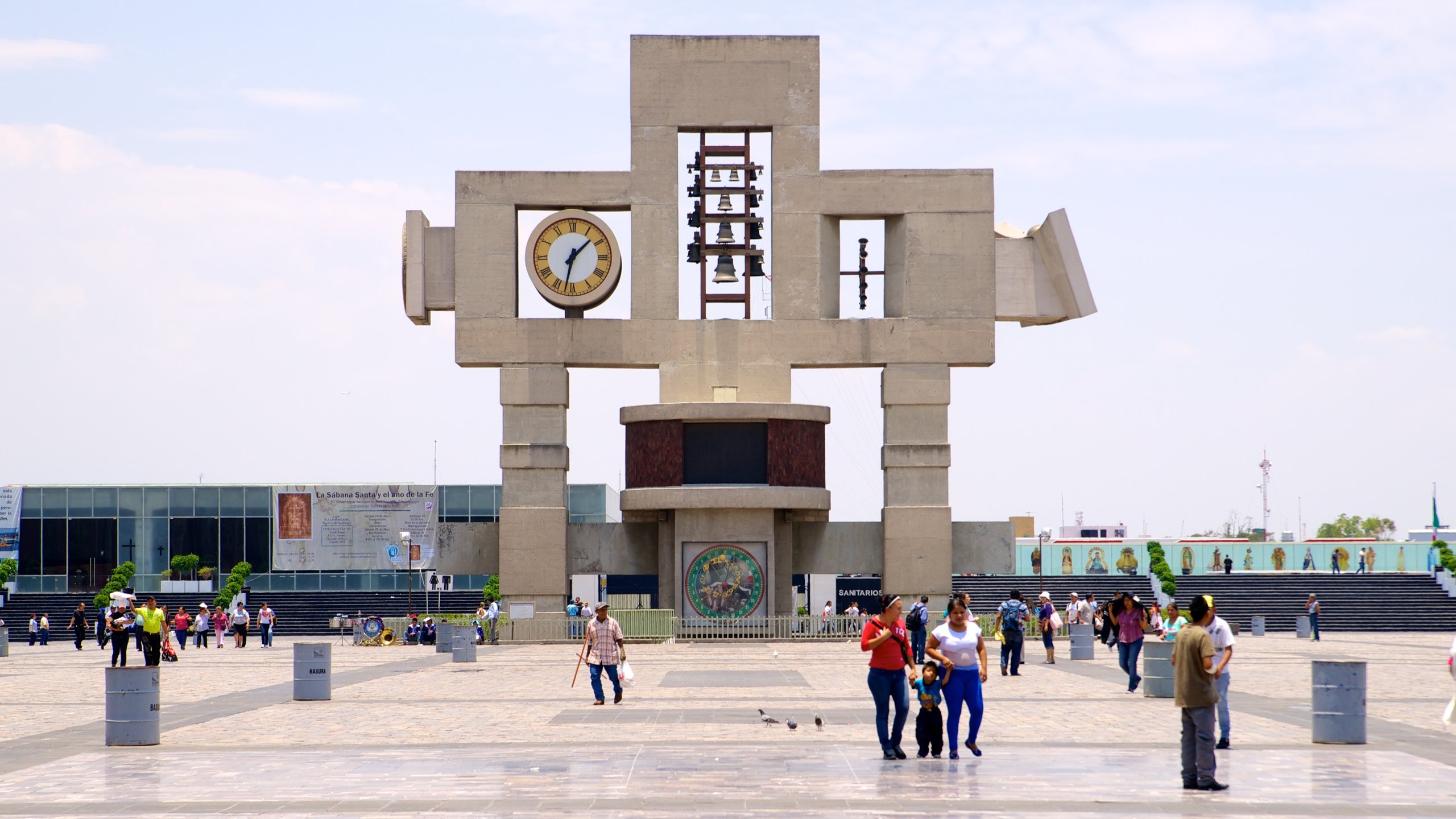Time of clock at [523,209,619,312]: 1:32
